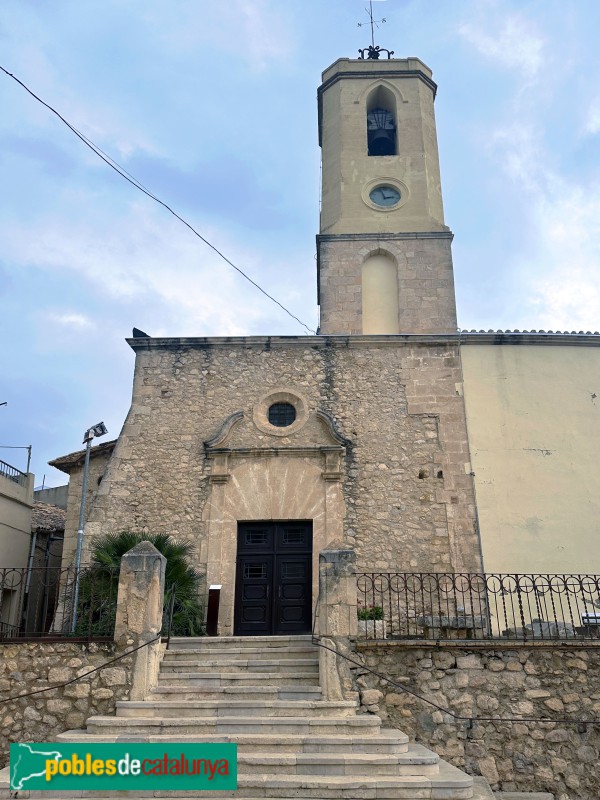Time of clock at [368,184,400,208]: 2:57
